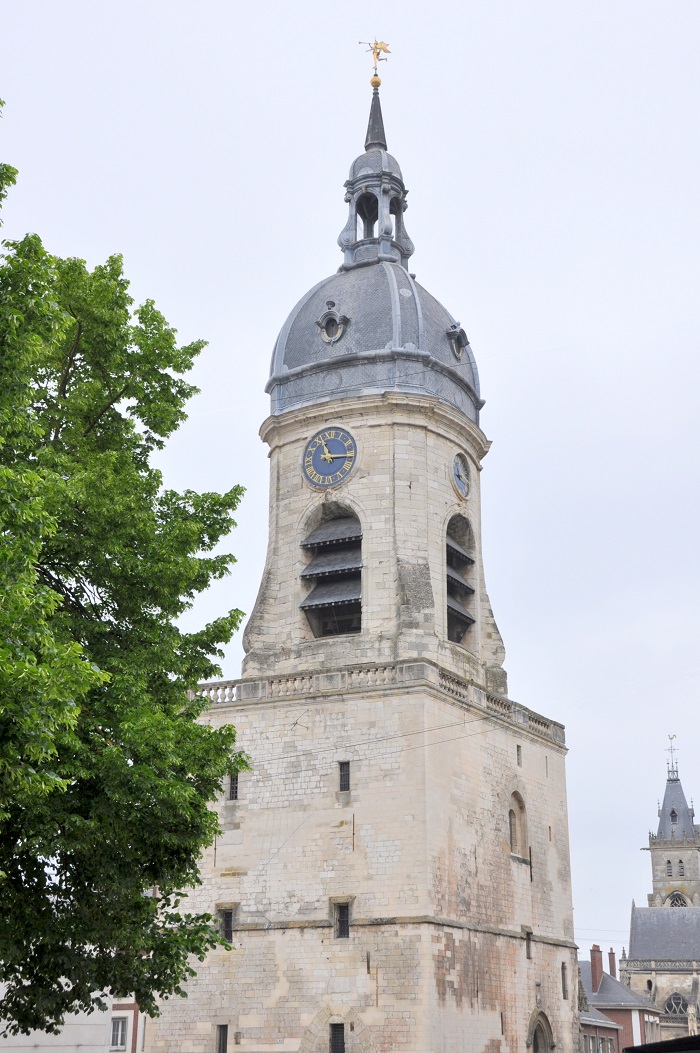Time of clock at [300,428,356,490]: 11:15
